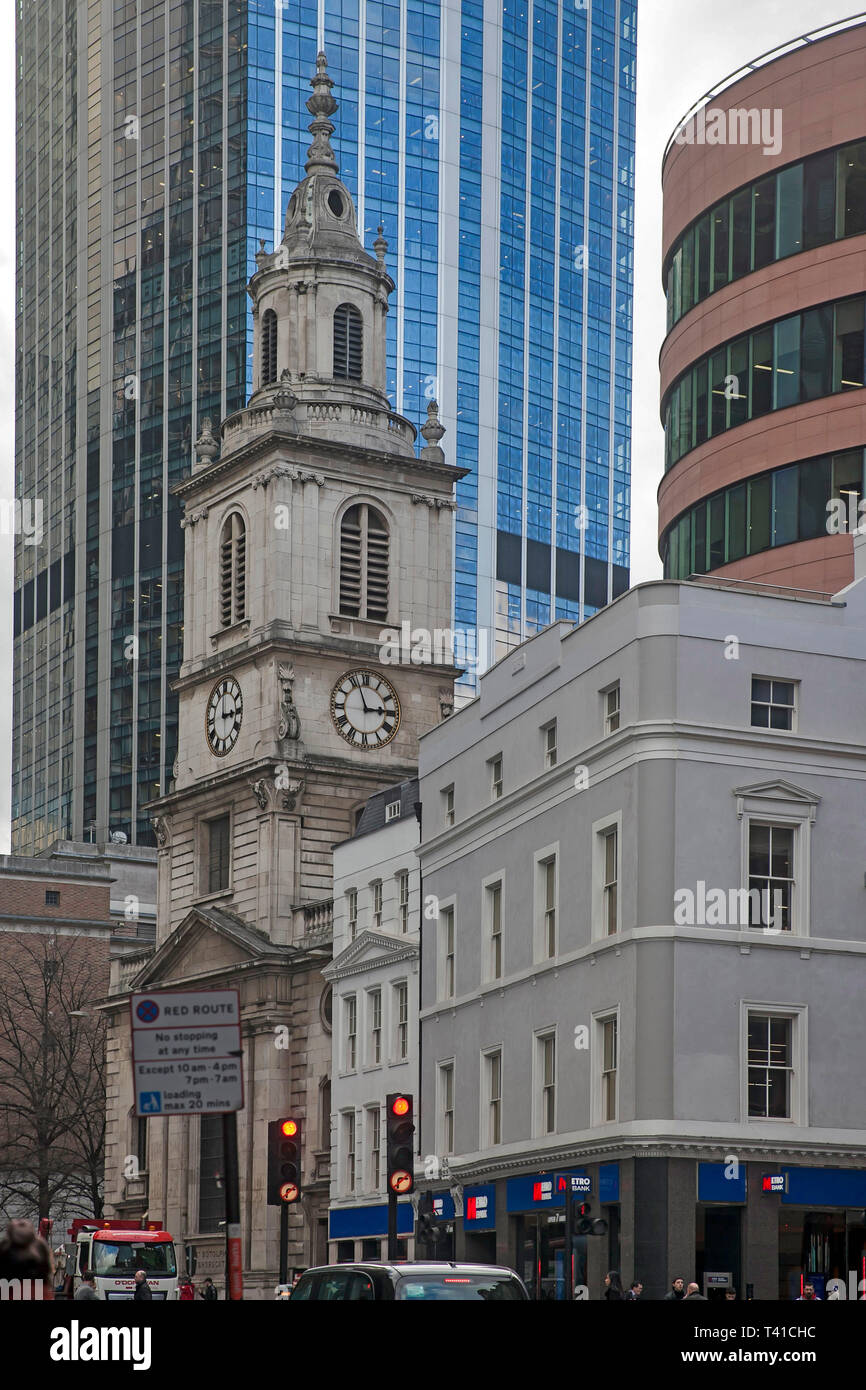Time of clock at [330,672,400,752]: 2:56
